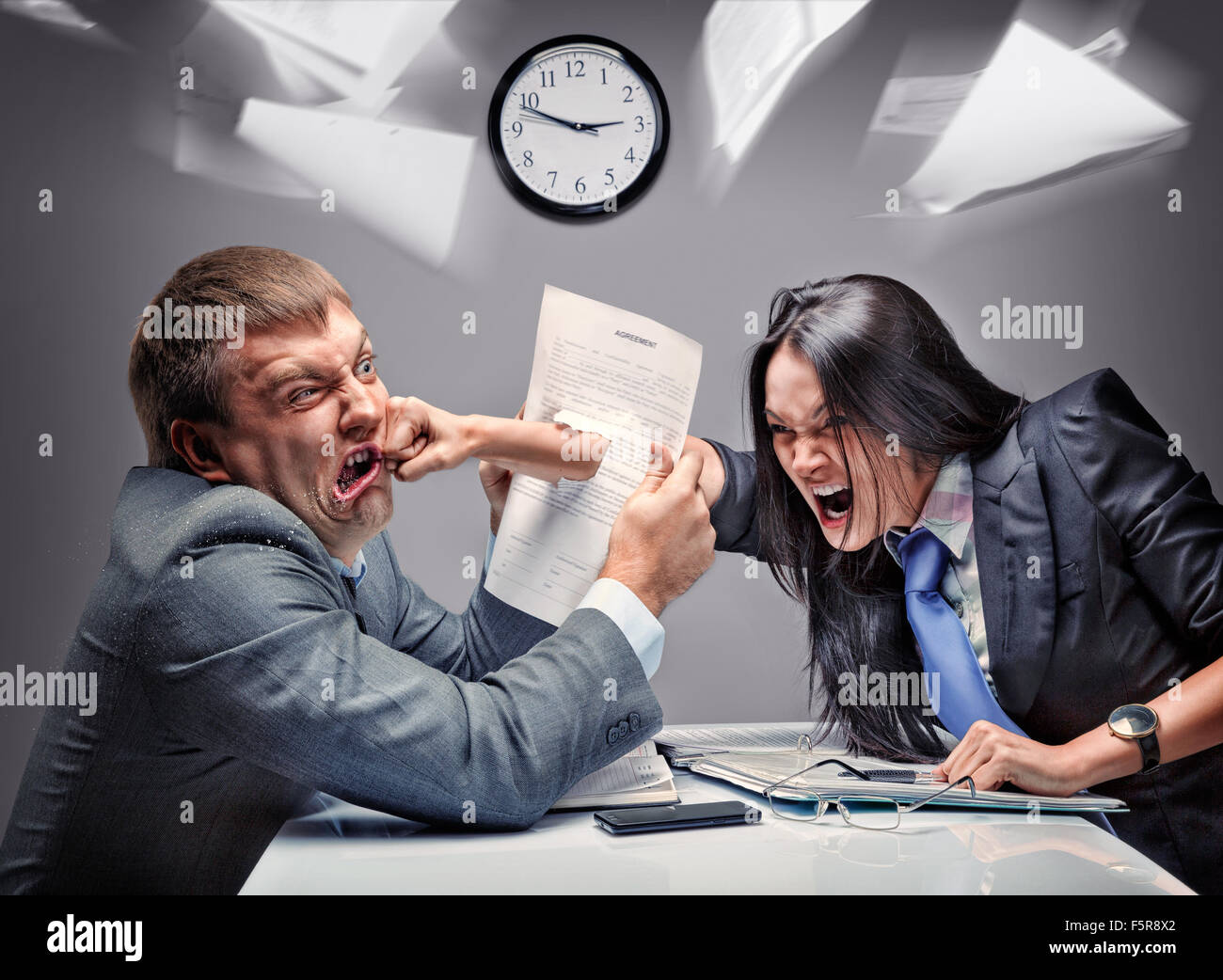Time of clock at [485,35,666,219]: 2:48
